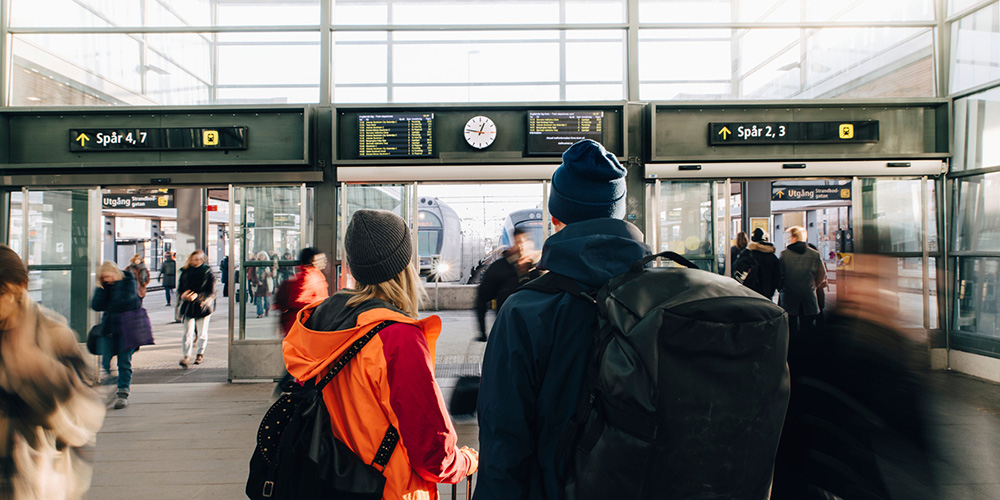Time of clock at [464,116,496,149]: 12:46
